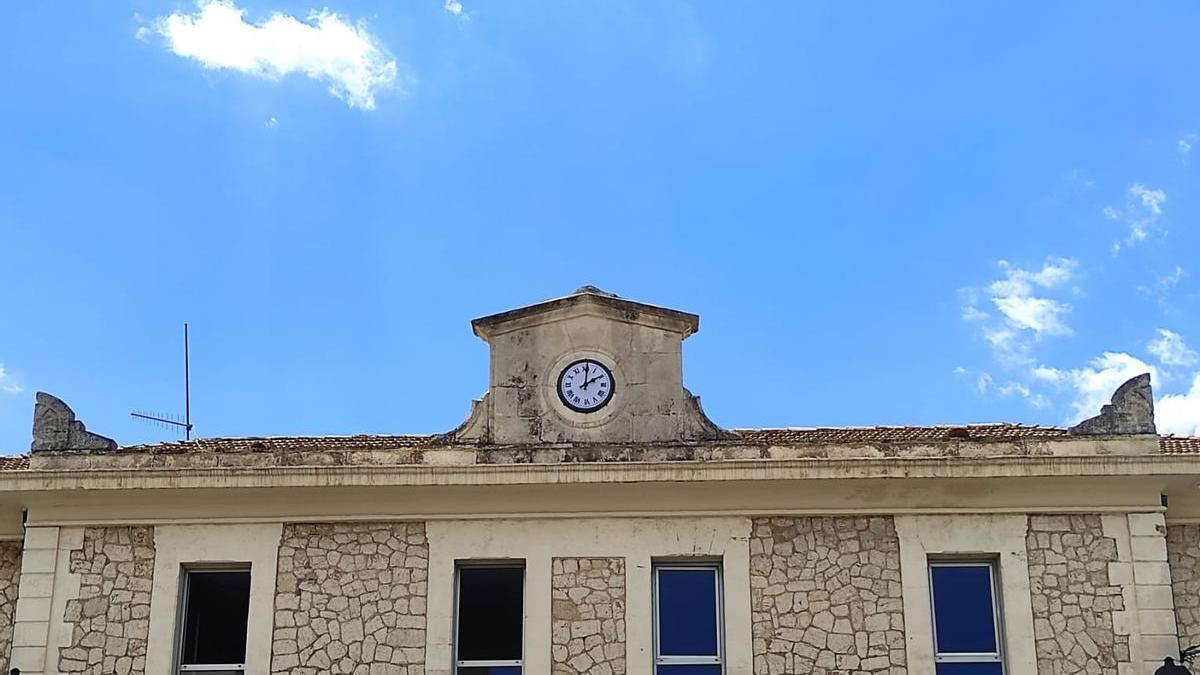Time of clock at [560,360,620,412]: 2:00
